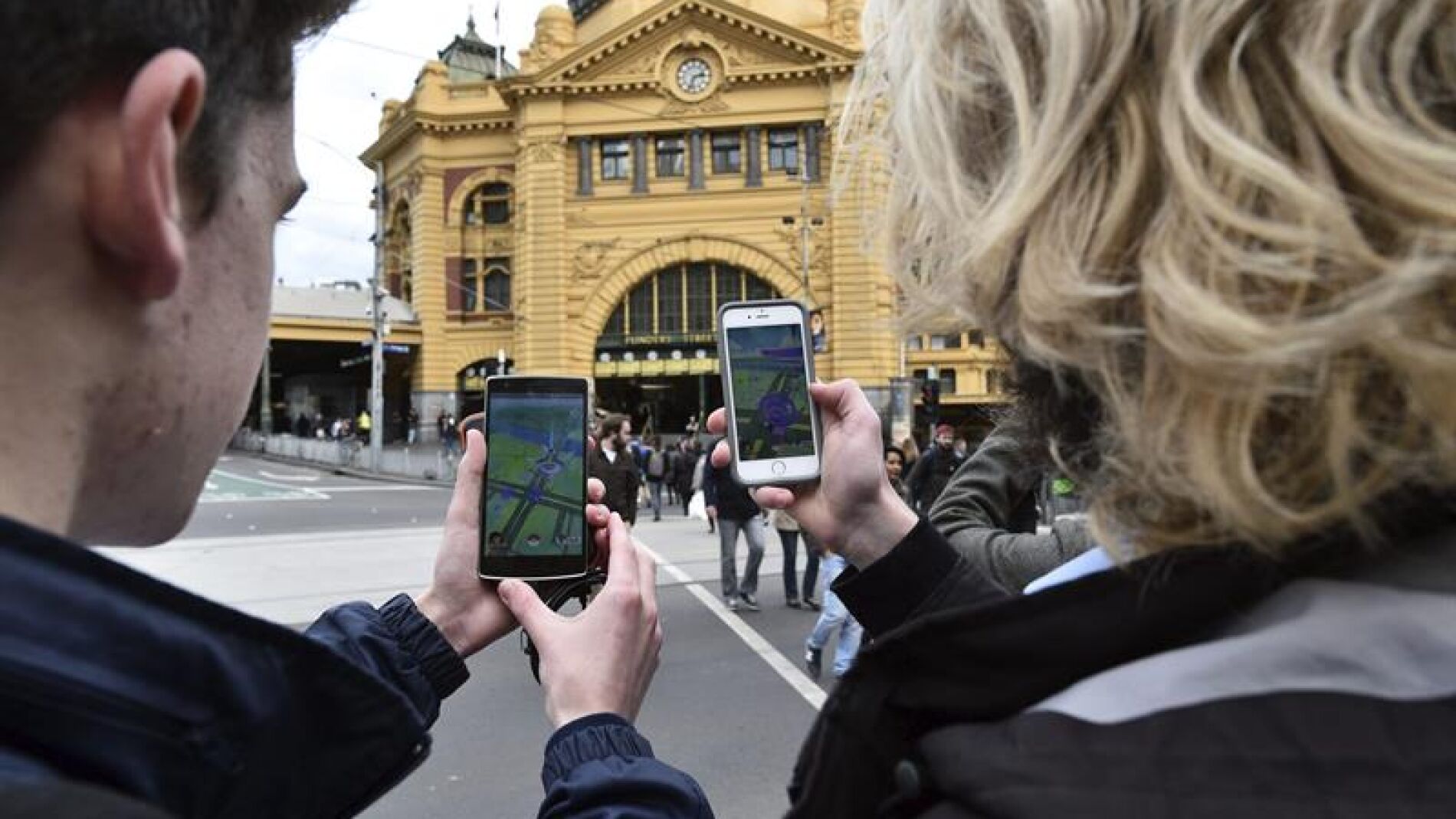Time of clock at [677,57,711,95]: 2:33
